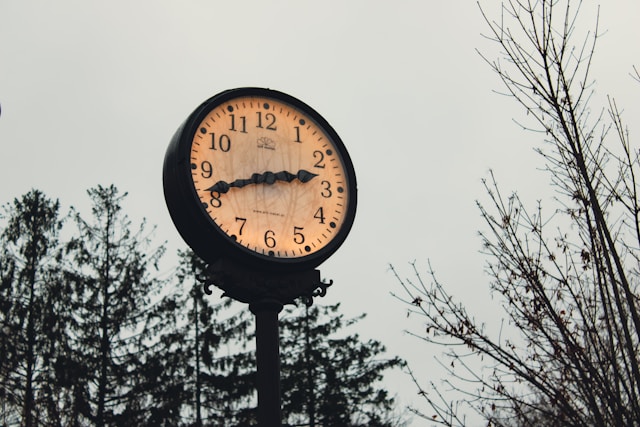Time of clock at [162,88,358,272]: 2:41
